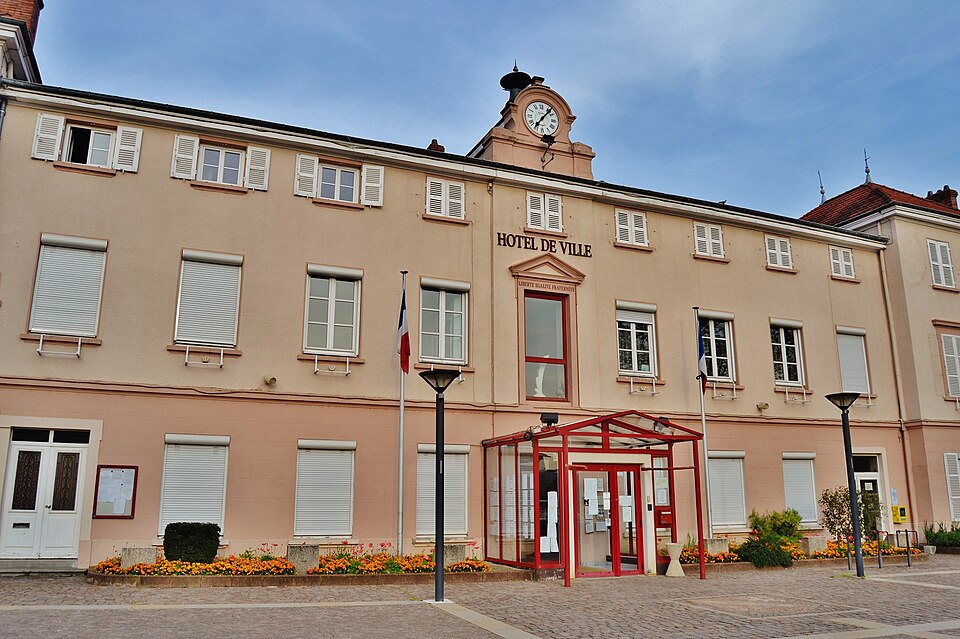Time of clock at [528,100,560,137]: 7:06
